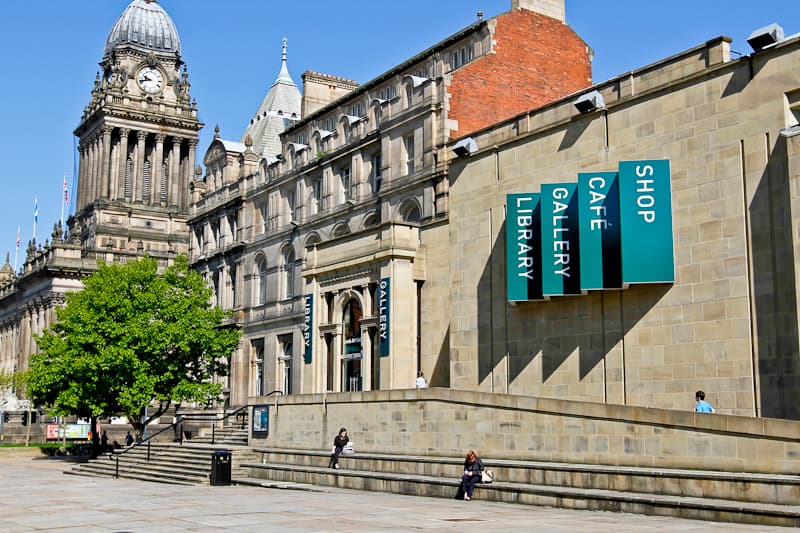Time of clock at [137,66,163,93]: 9:42
